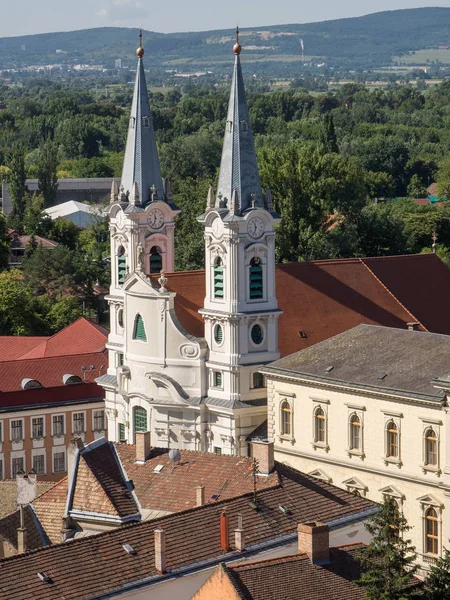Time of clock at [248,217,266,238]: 11:32
